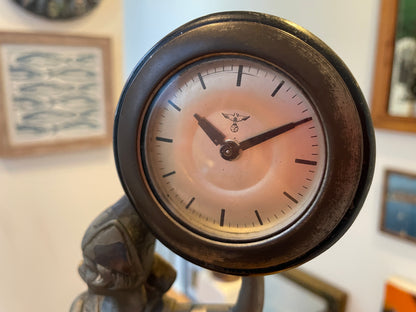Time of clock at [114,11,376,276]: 10:10
